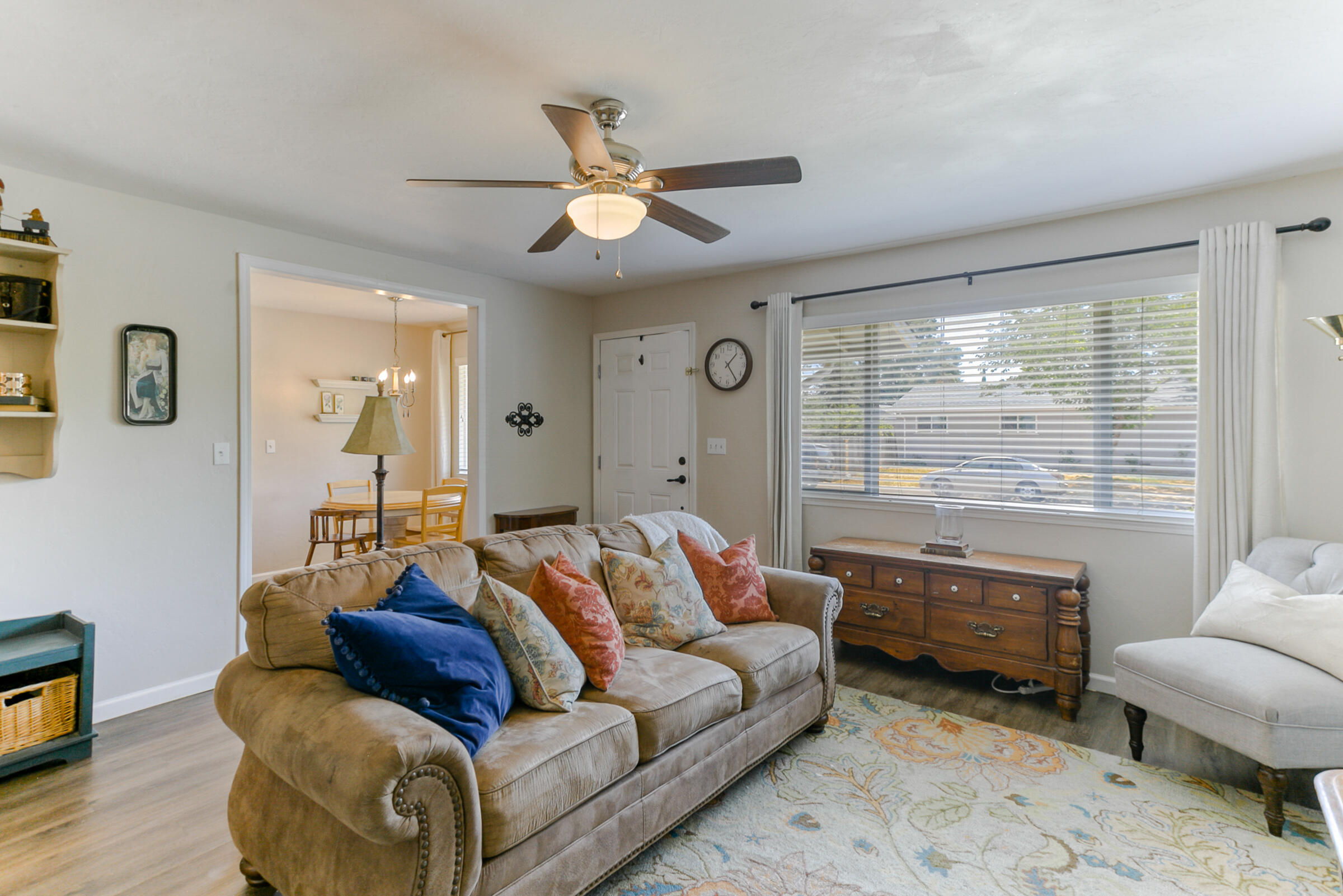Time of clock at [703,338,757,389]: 1:23
